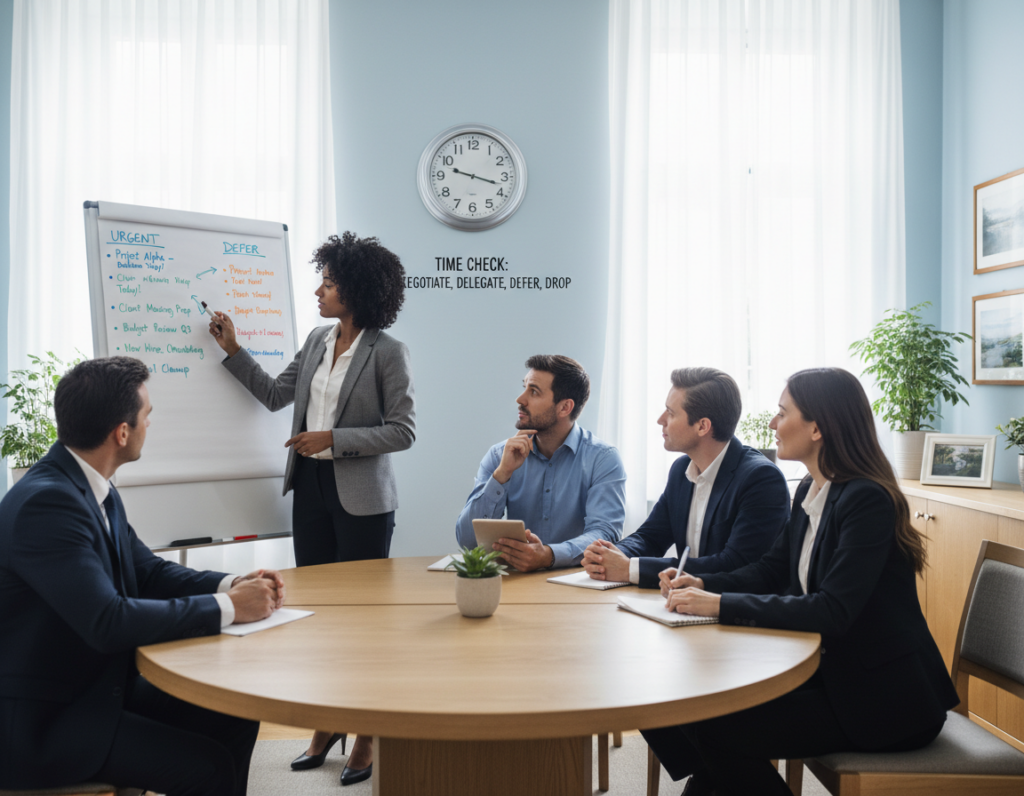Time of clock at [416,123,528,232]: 9:17
